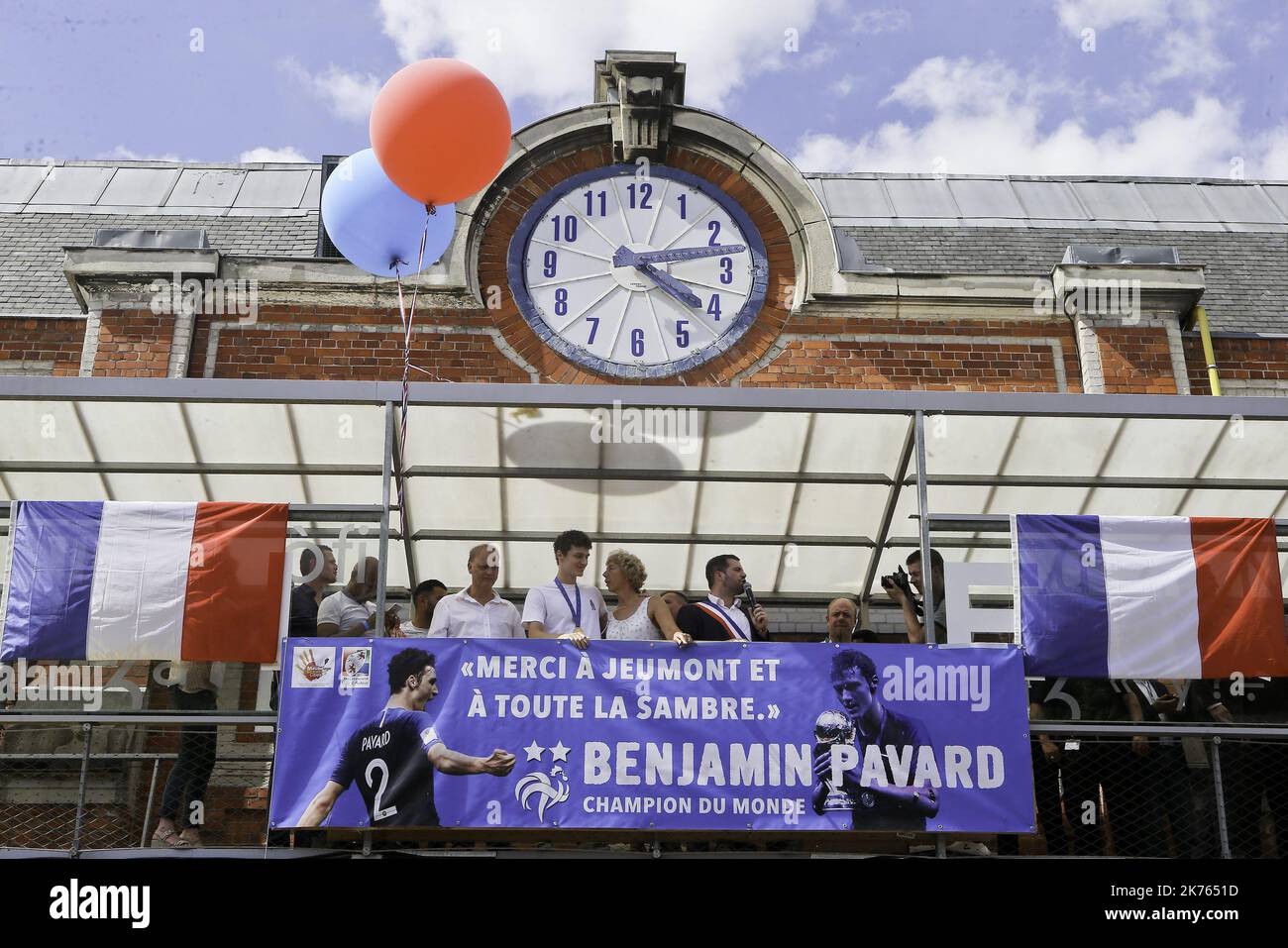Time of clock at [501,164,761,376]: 4:12
